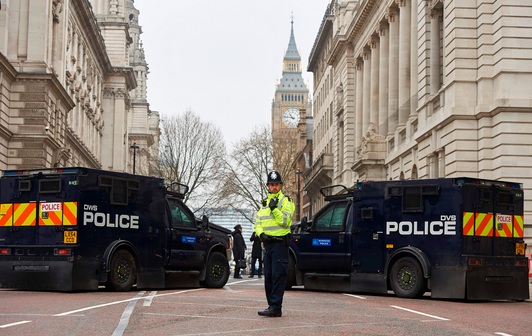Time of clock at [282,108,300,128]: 10:46
